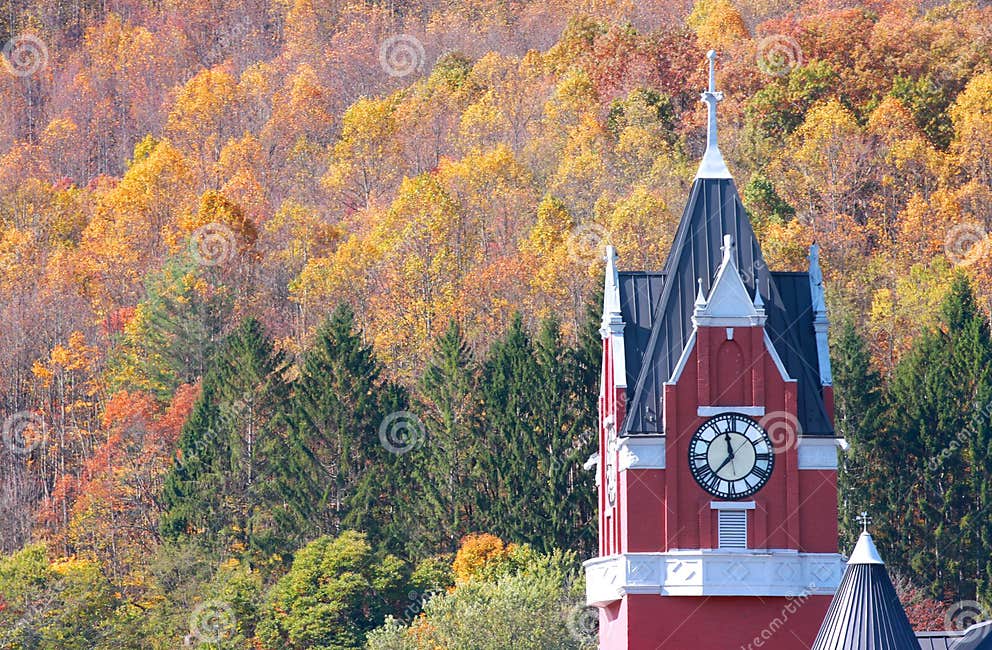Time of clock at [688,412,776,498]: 11:36
